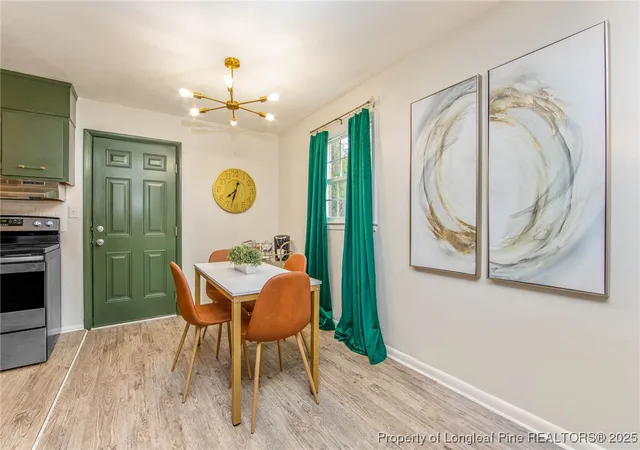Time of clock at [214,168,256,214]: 7:32
